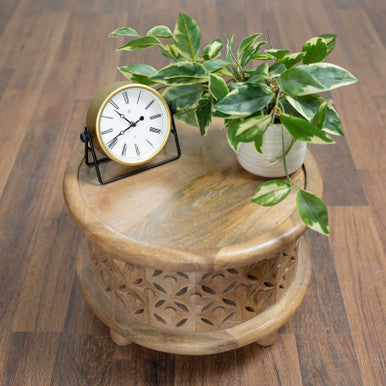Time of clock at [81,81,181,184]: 2:40
